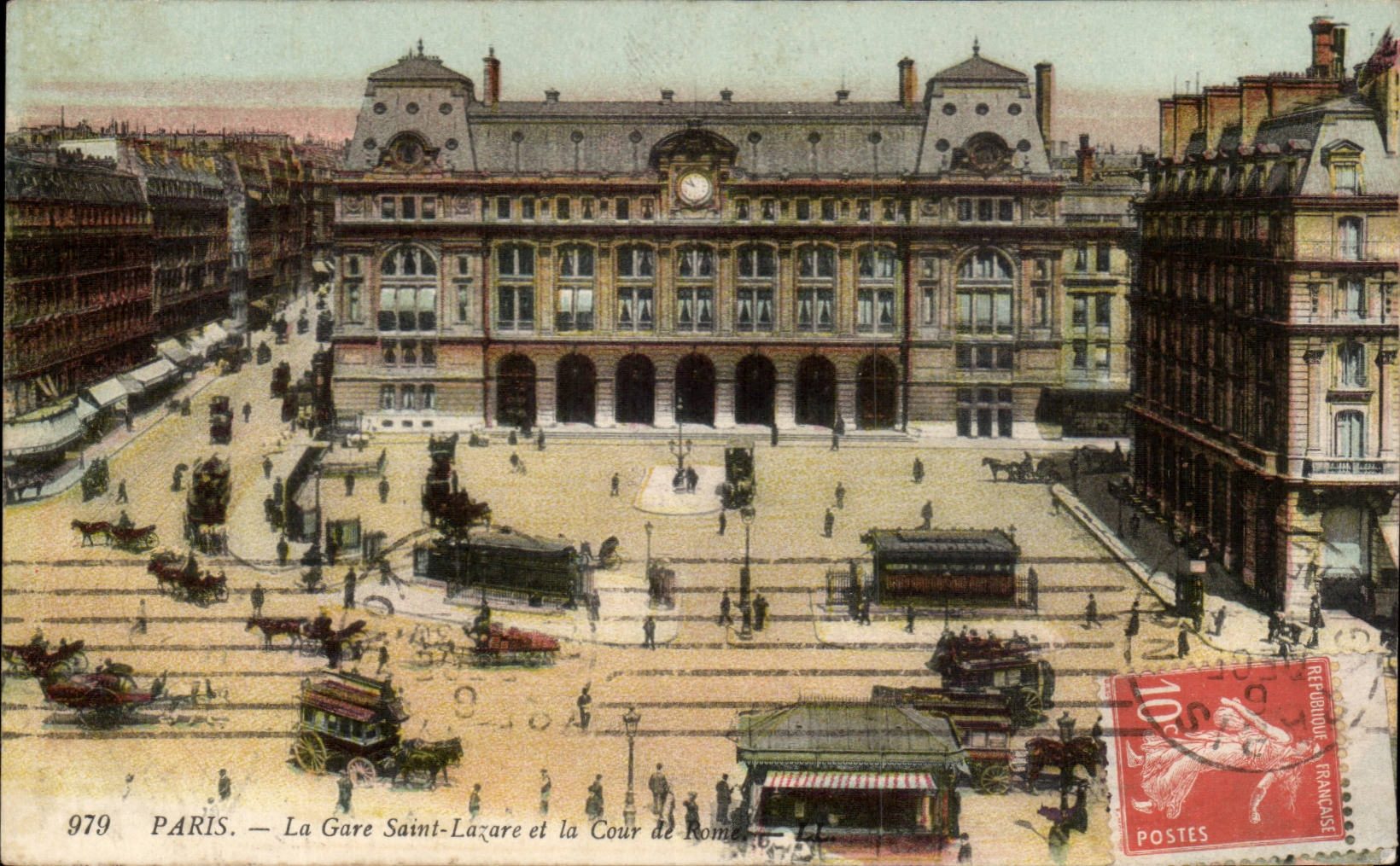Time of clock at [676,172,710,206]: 10:48
